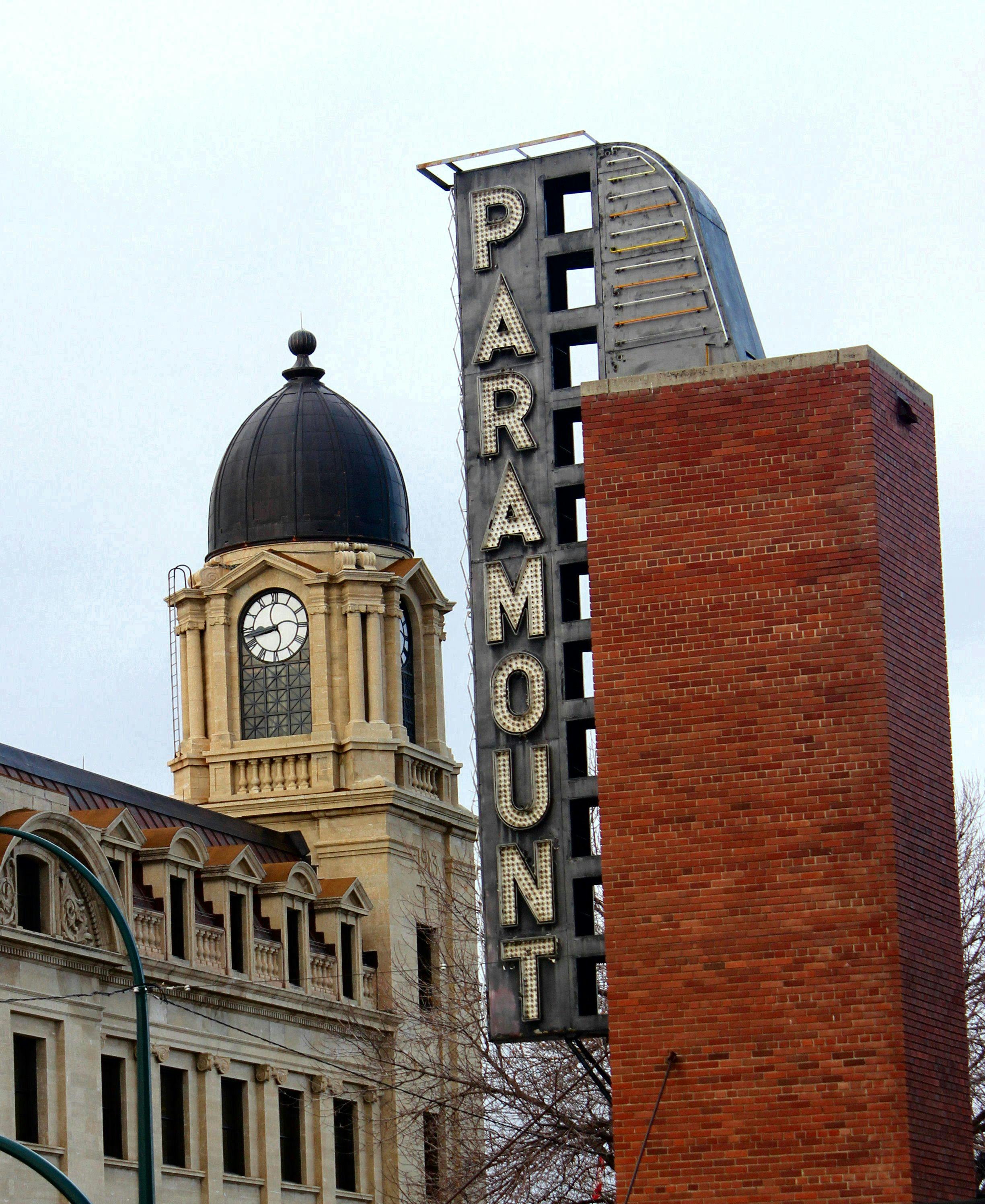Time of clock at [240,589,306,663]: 8:42
